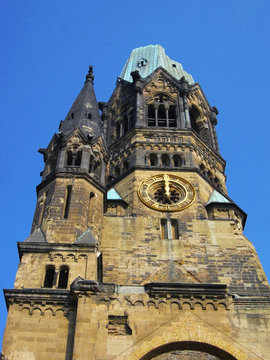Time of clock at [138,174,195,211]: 11:59
